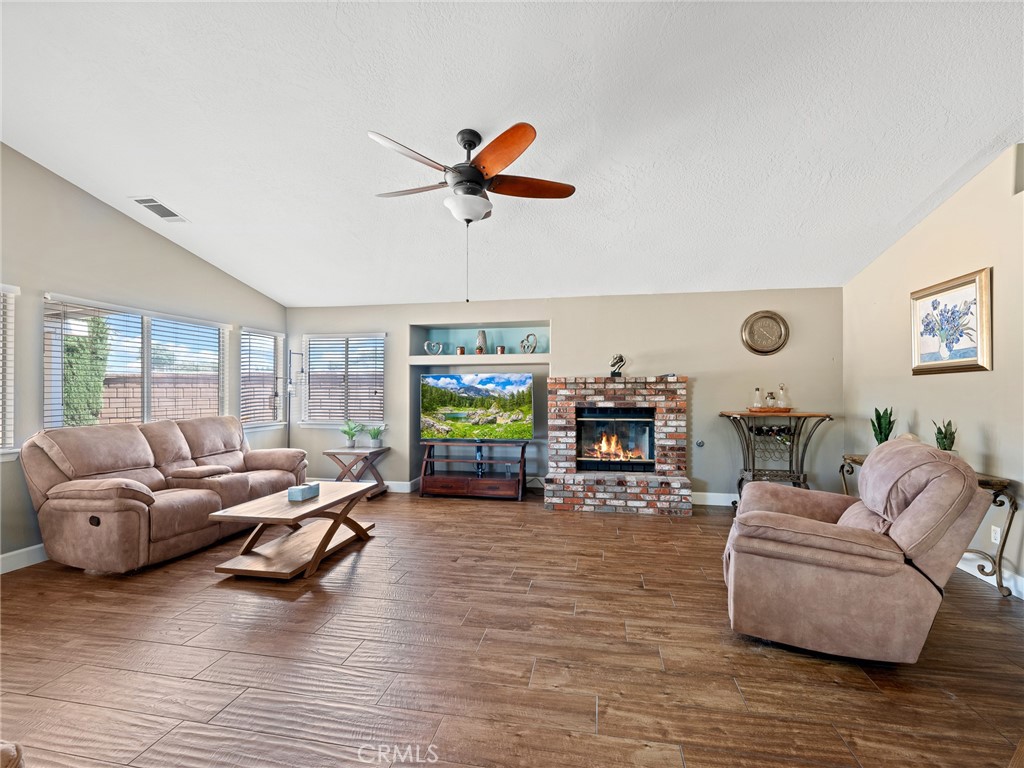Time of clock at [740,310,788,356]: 4:21
